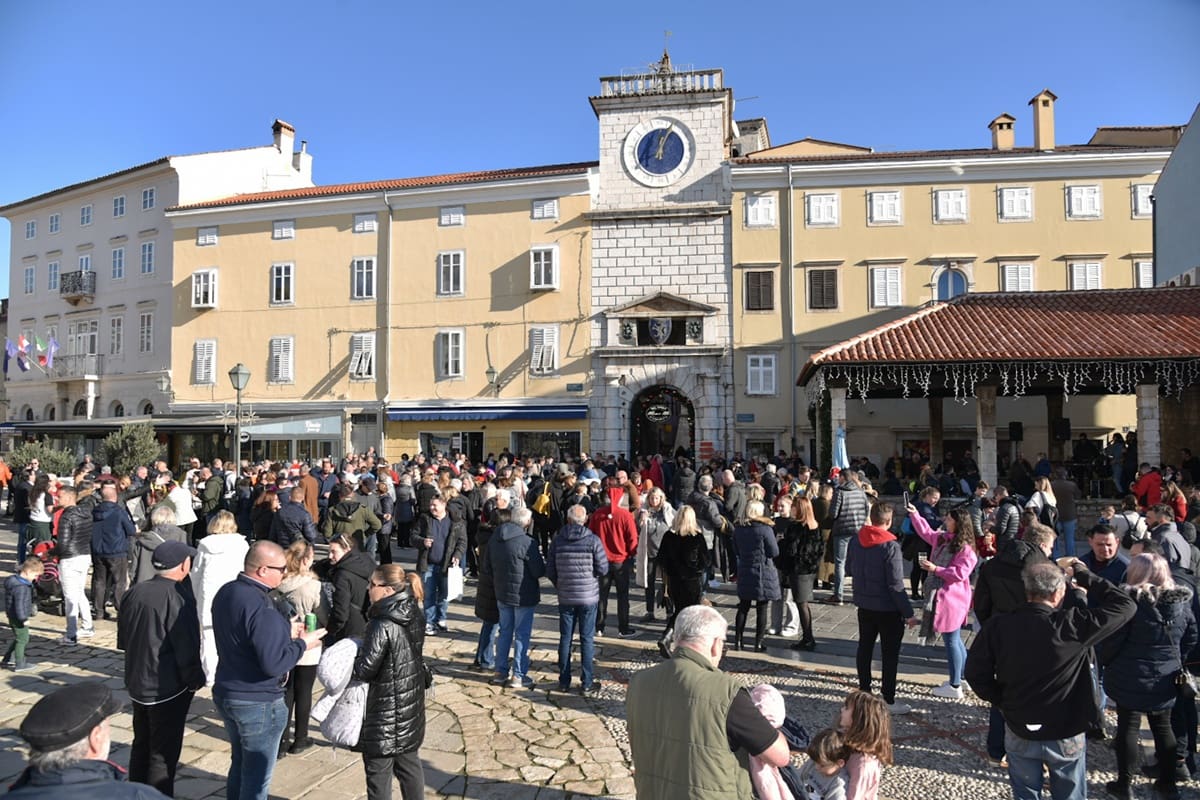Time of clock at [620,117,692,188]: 12:04
